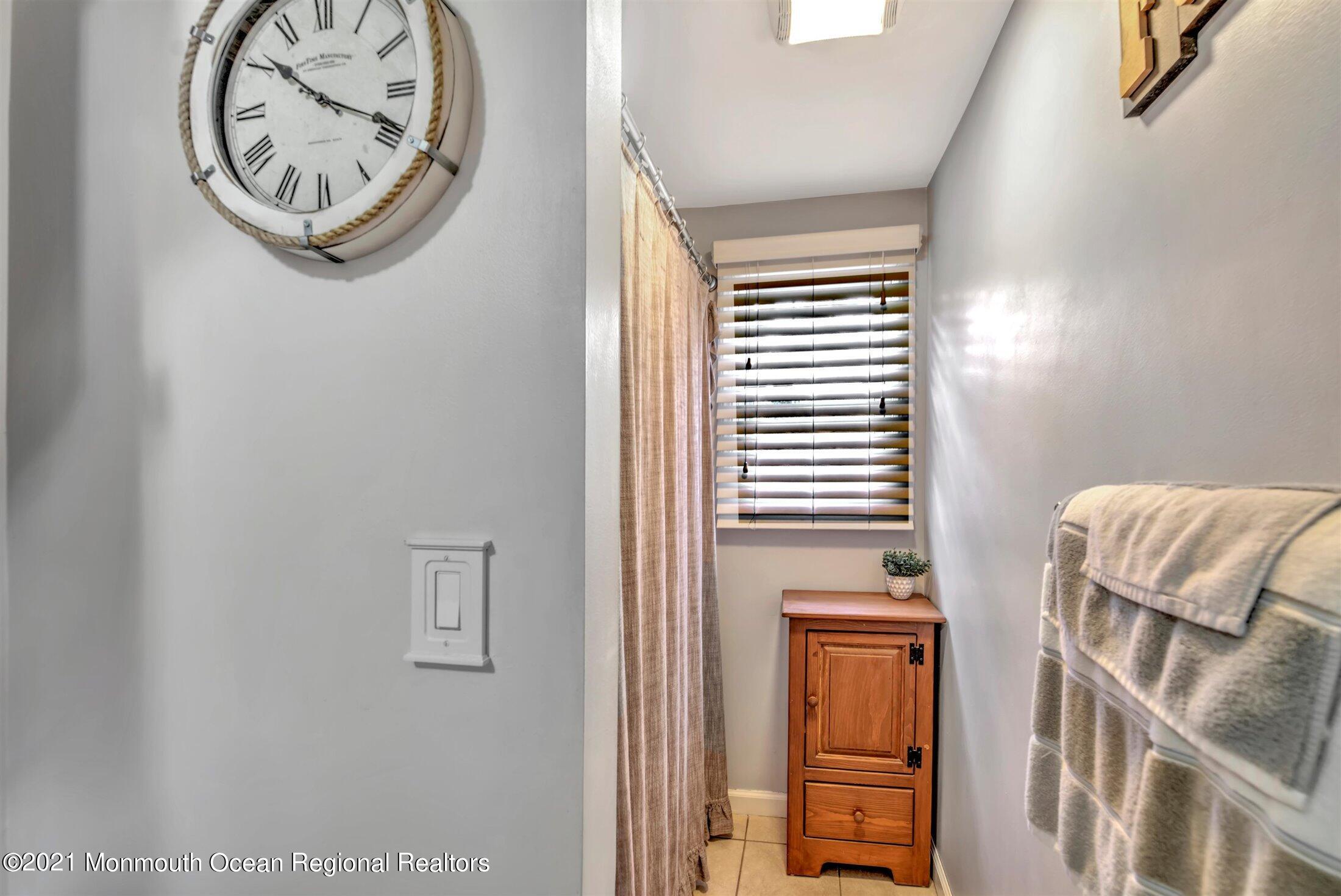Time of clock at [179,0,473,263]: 10:18
